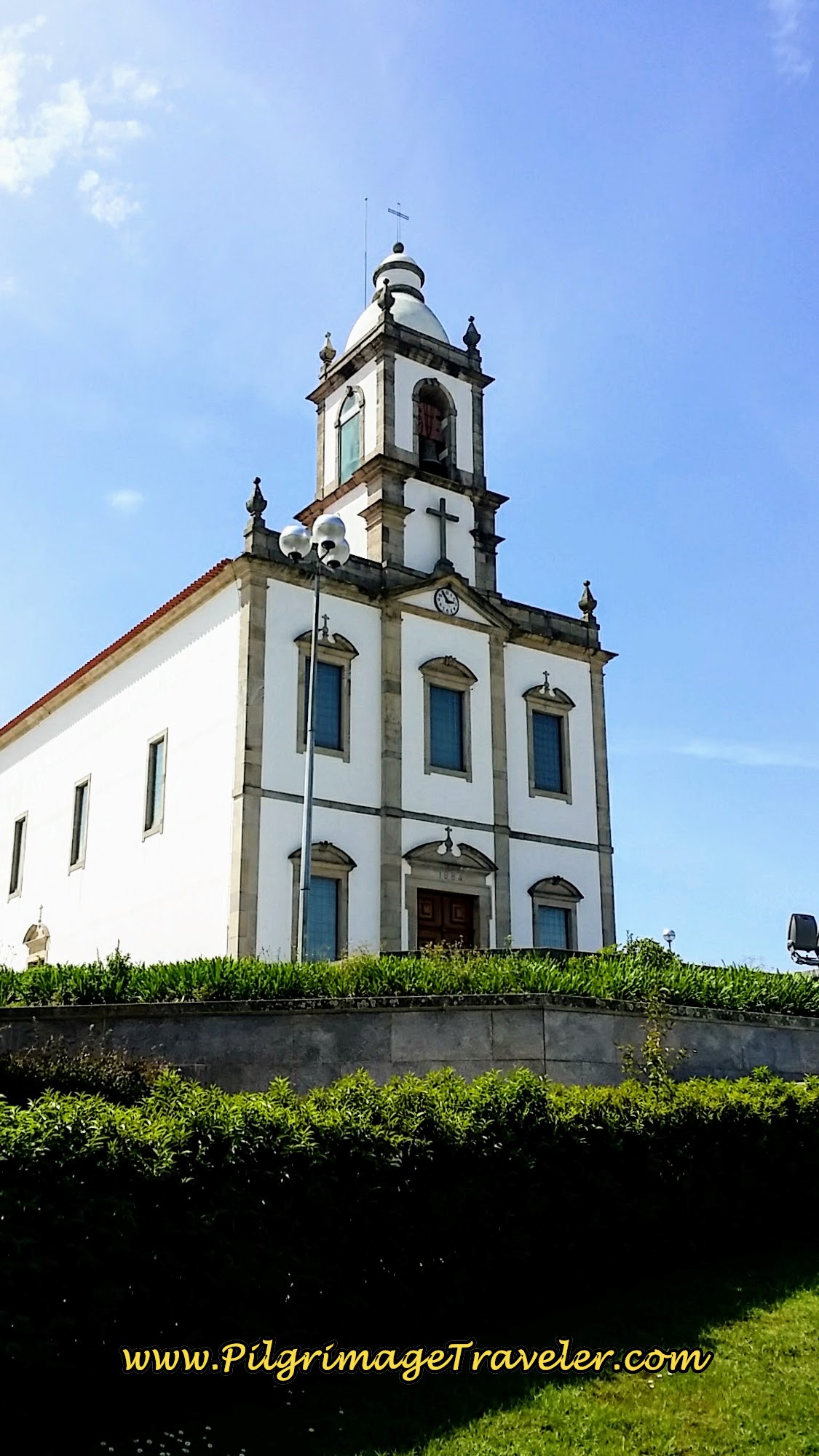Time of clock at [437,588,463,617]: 2:54
